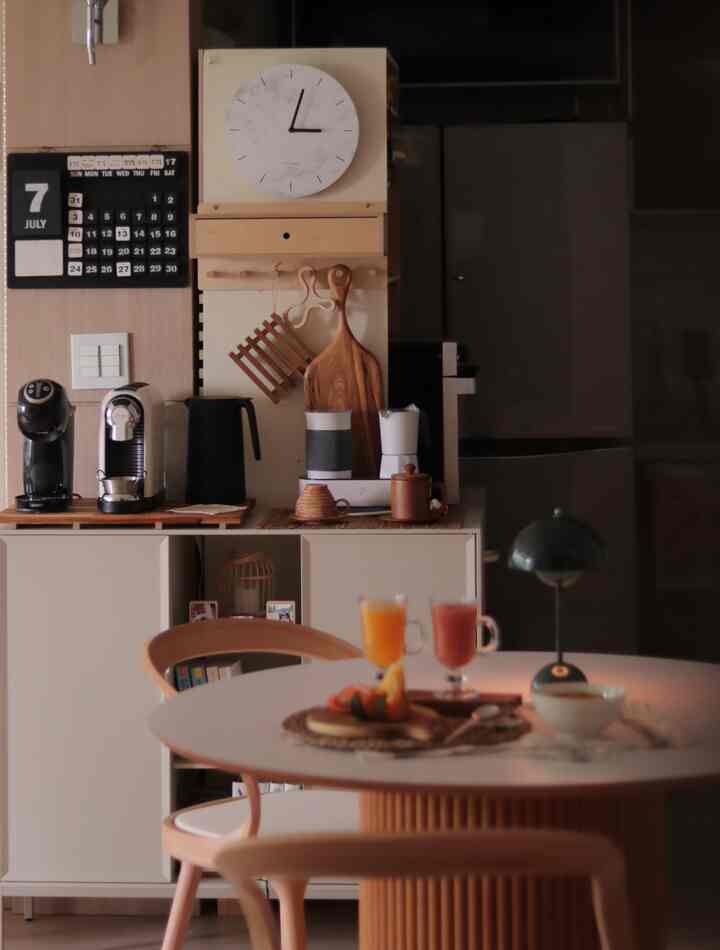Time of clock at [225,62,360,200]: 3:02
